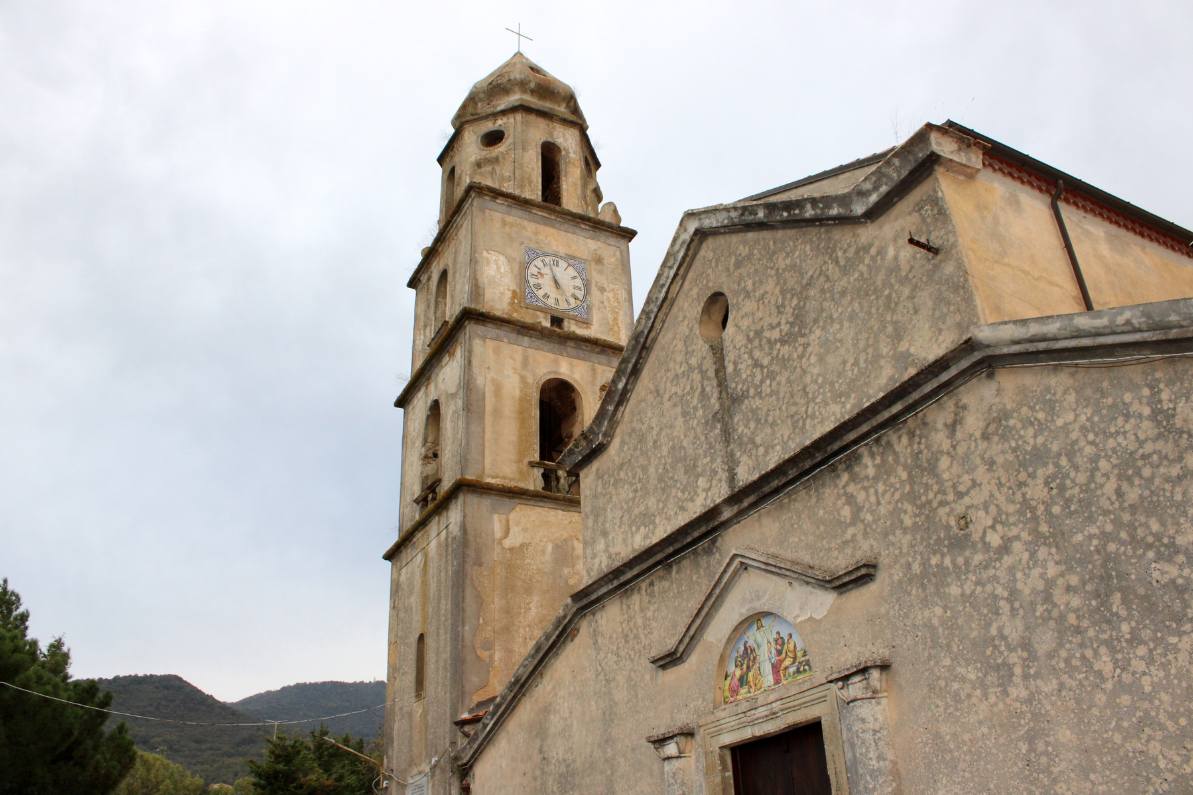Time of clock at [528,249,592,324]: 4:57
